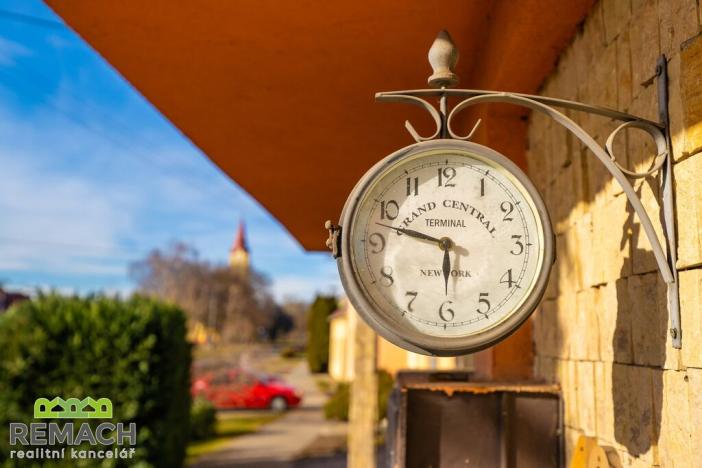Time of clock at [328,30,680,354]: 5:47
